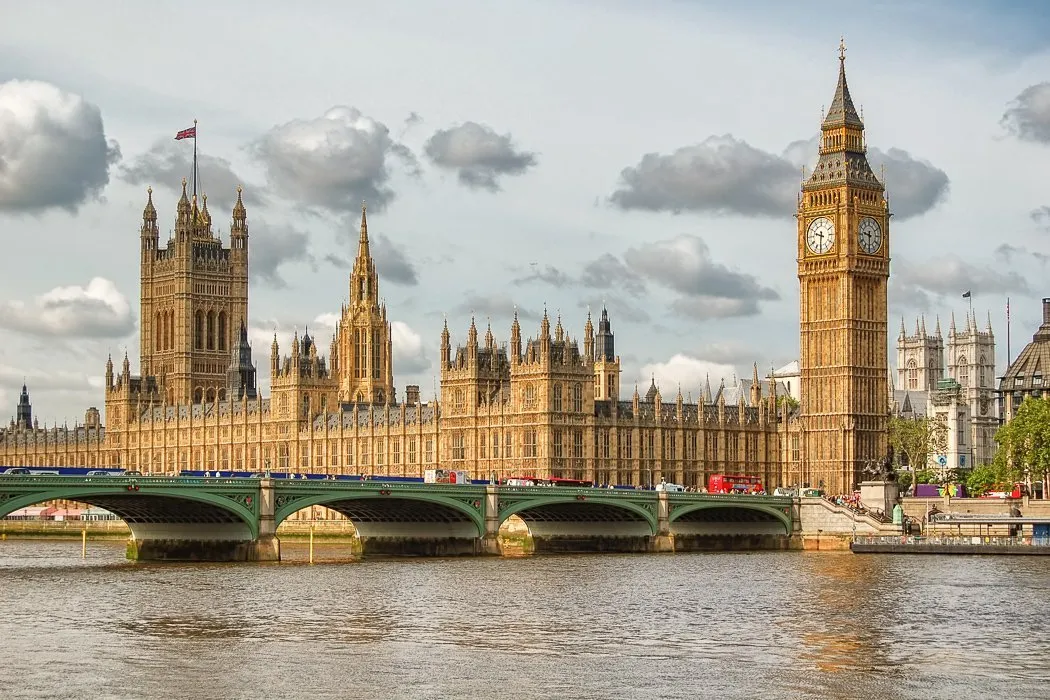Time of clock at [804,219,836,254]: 9:31
